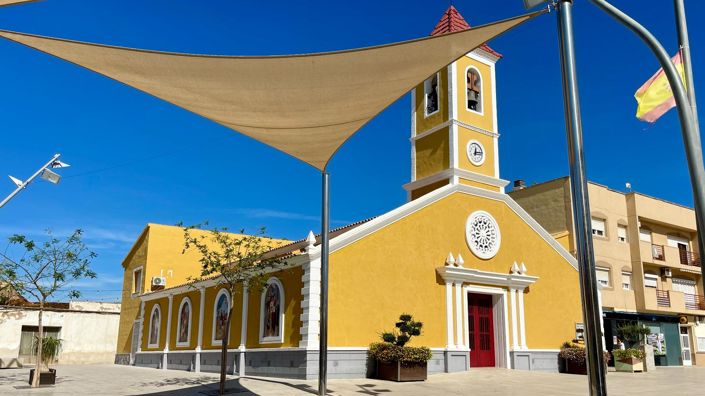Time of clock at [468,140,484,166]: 12:13
